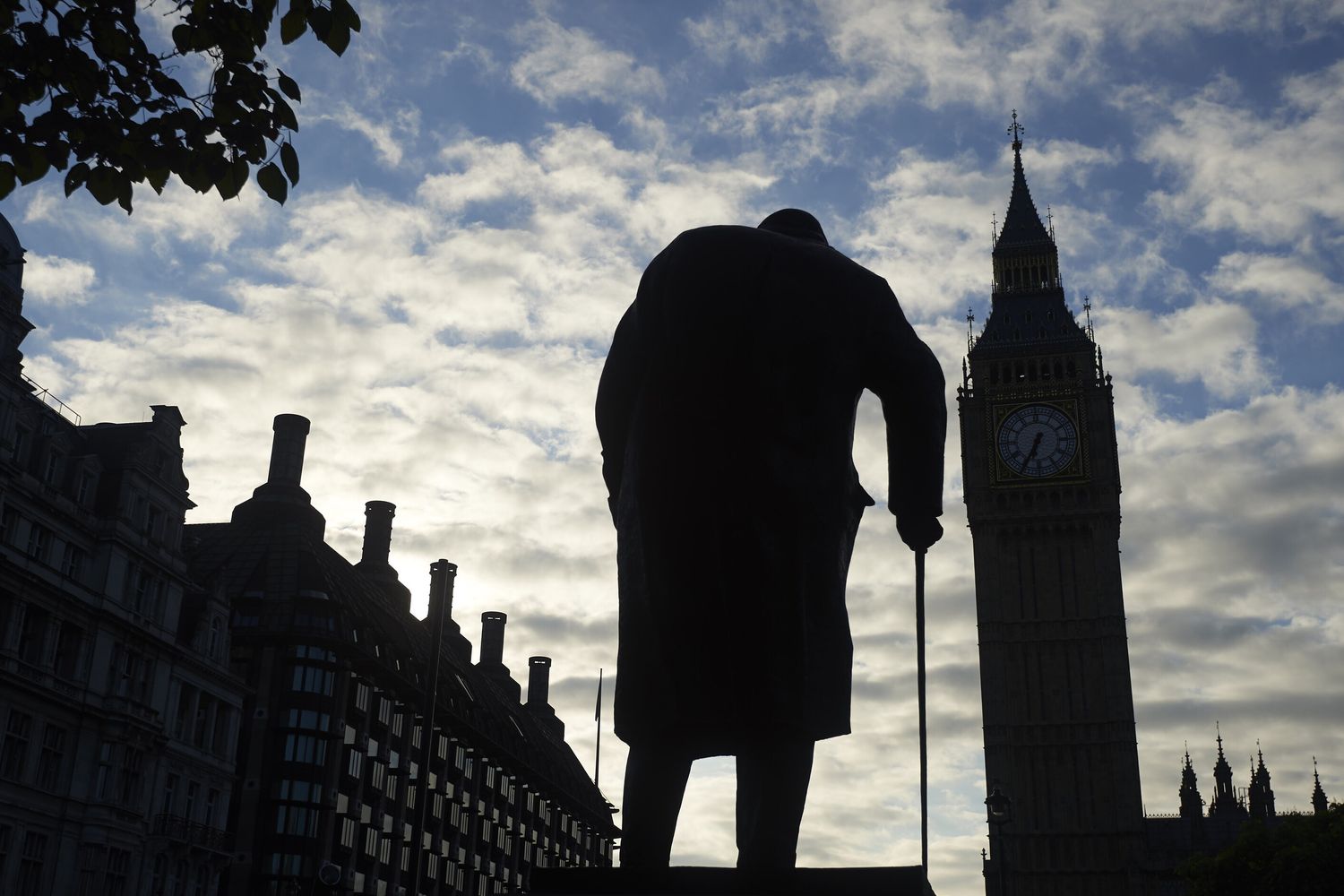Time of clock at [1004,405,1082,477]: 6:34
